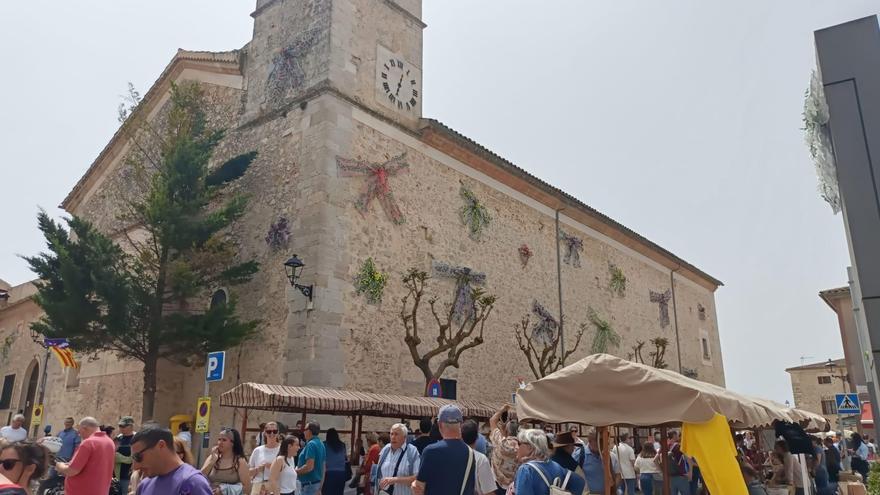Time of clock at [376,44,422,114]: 12:33
